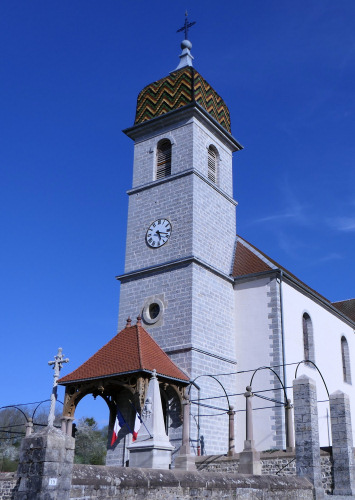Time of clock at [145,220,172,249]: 5:18
